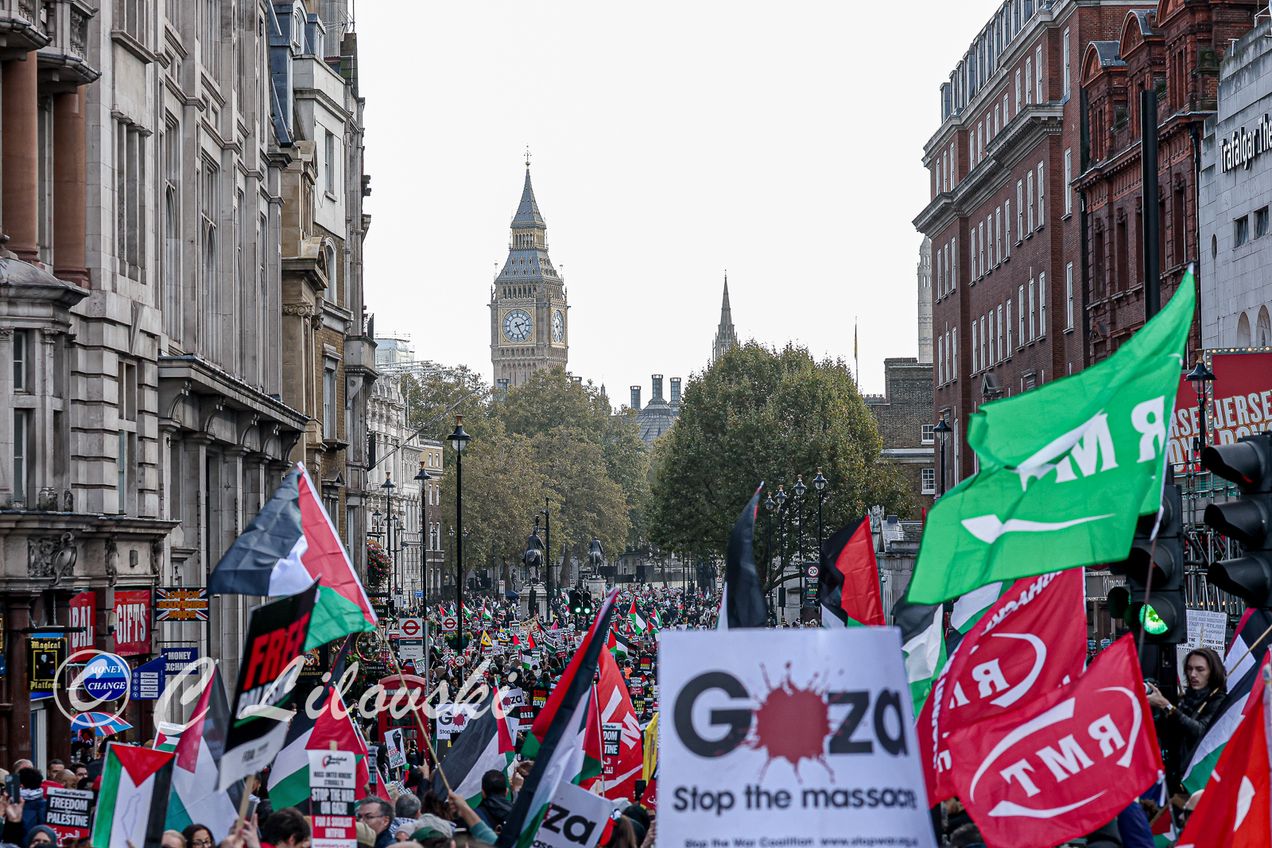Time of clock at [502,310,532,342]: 2:25
